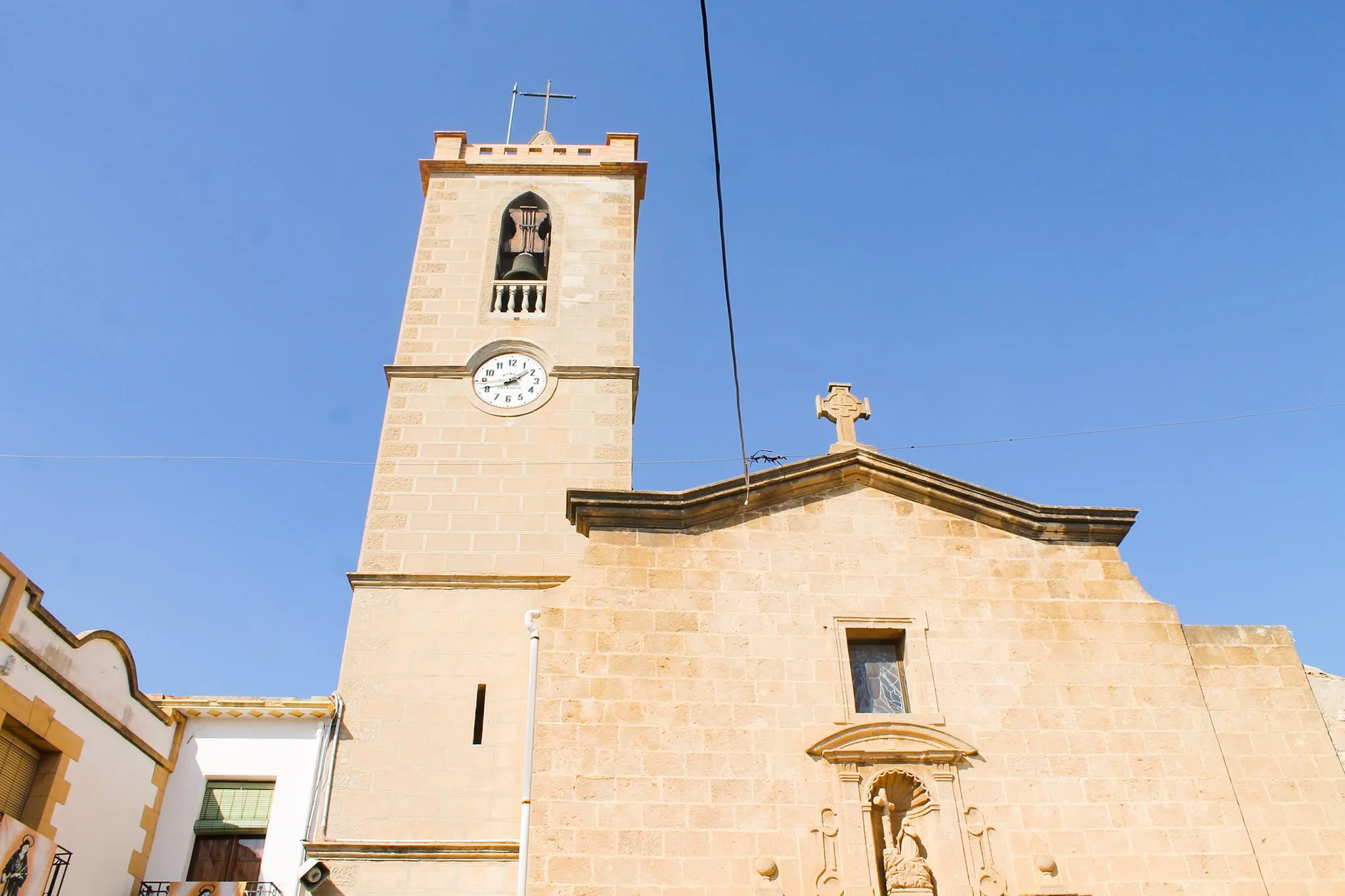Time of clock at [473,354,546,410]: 1:42
